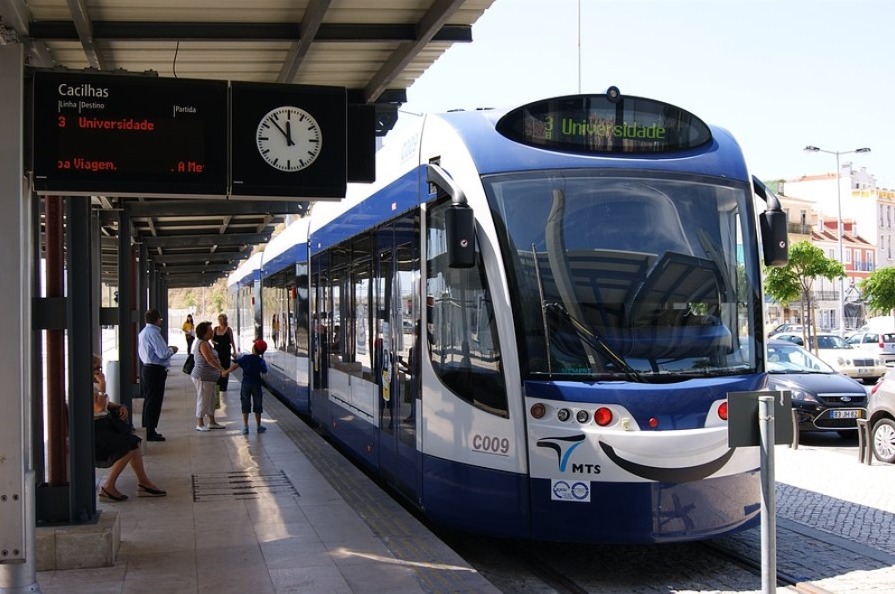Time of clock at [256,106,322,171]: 11:52
